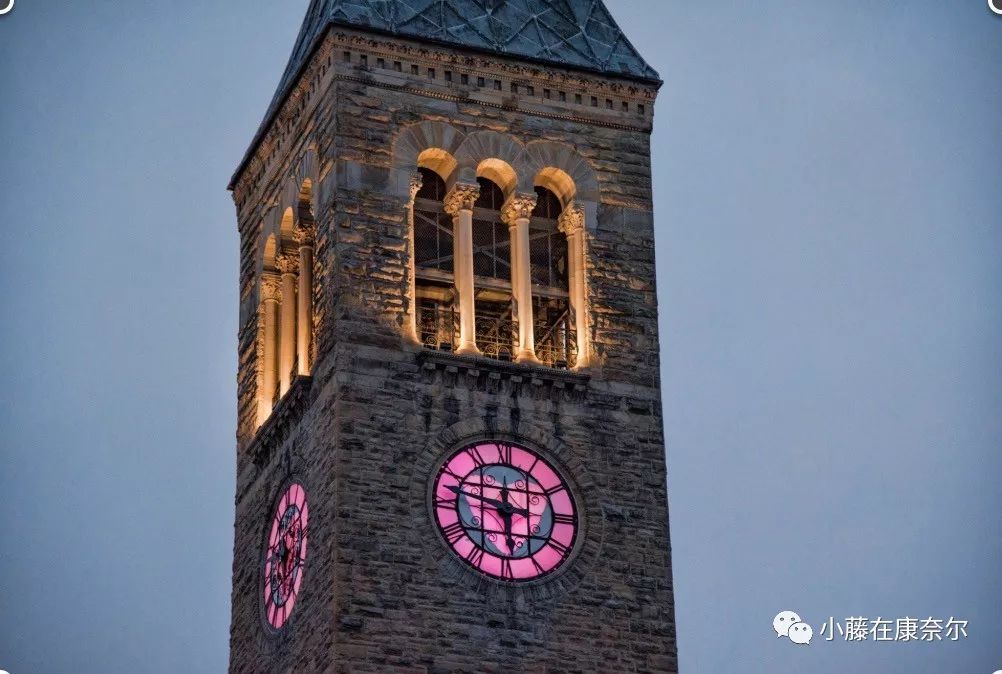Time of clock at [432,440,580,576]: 5:47
